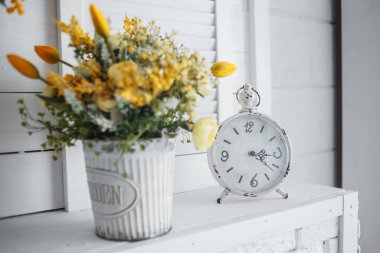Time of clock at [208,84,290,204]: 3:21
